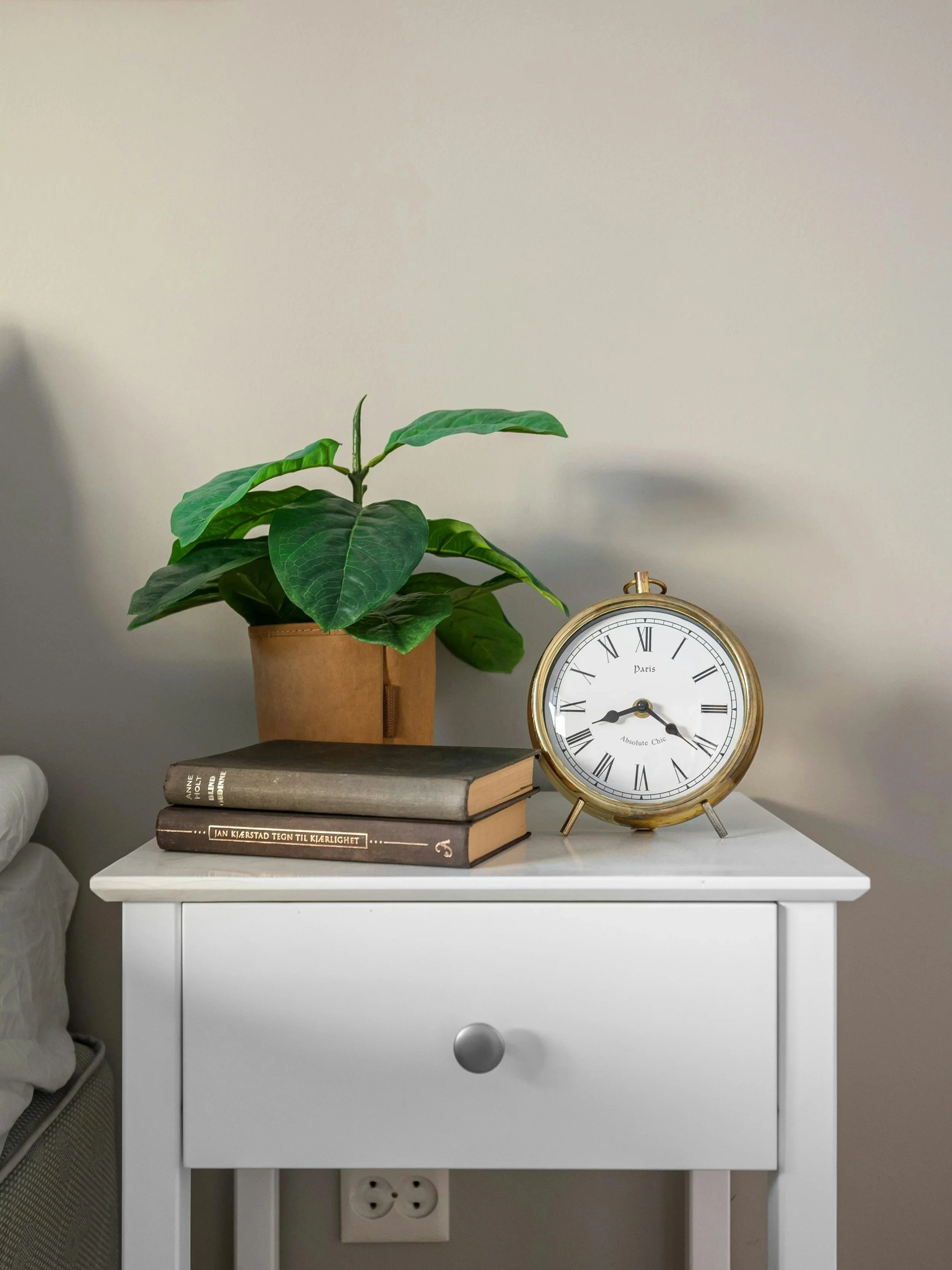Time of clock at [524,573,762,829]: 8:20
